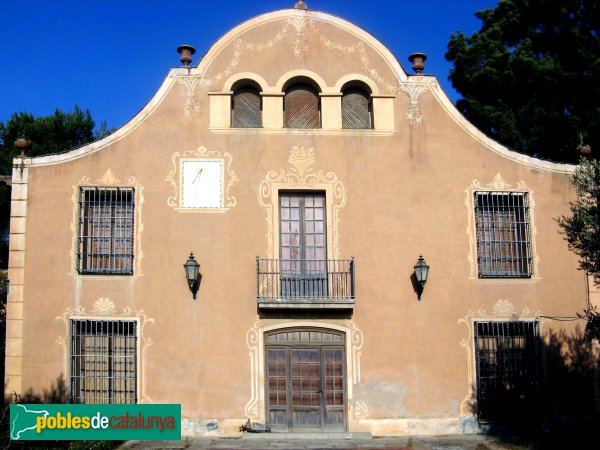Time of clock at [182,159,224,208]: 7:33
